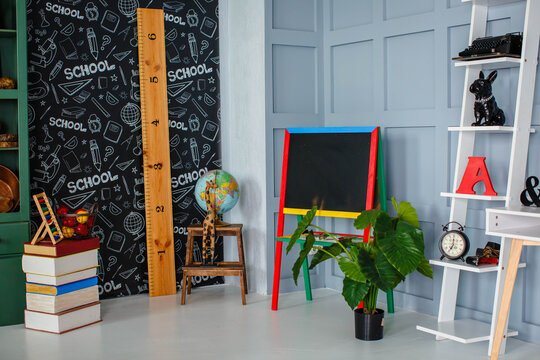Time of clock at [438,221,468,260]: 7:00
